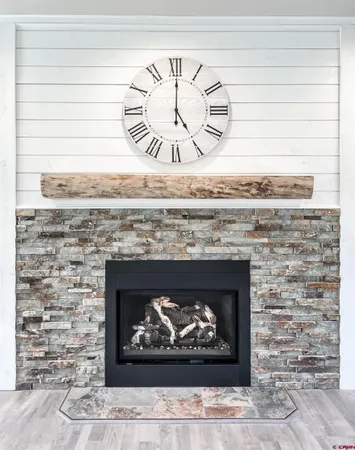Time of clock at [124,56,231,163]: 5:00
